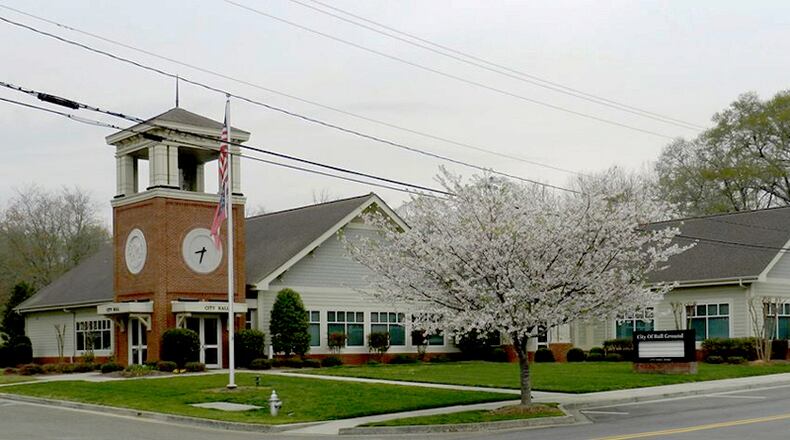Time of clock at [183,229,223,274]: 8:33
